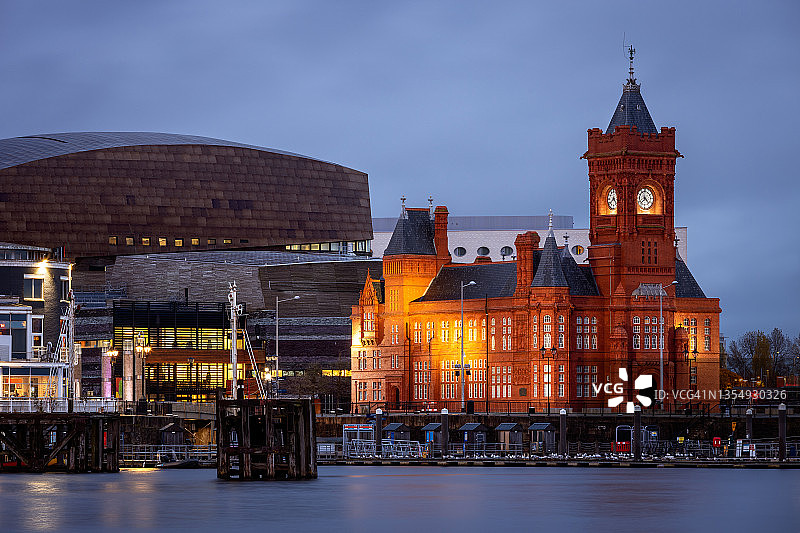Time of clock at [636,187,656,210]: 4:37
